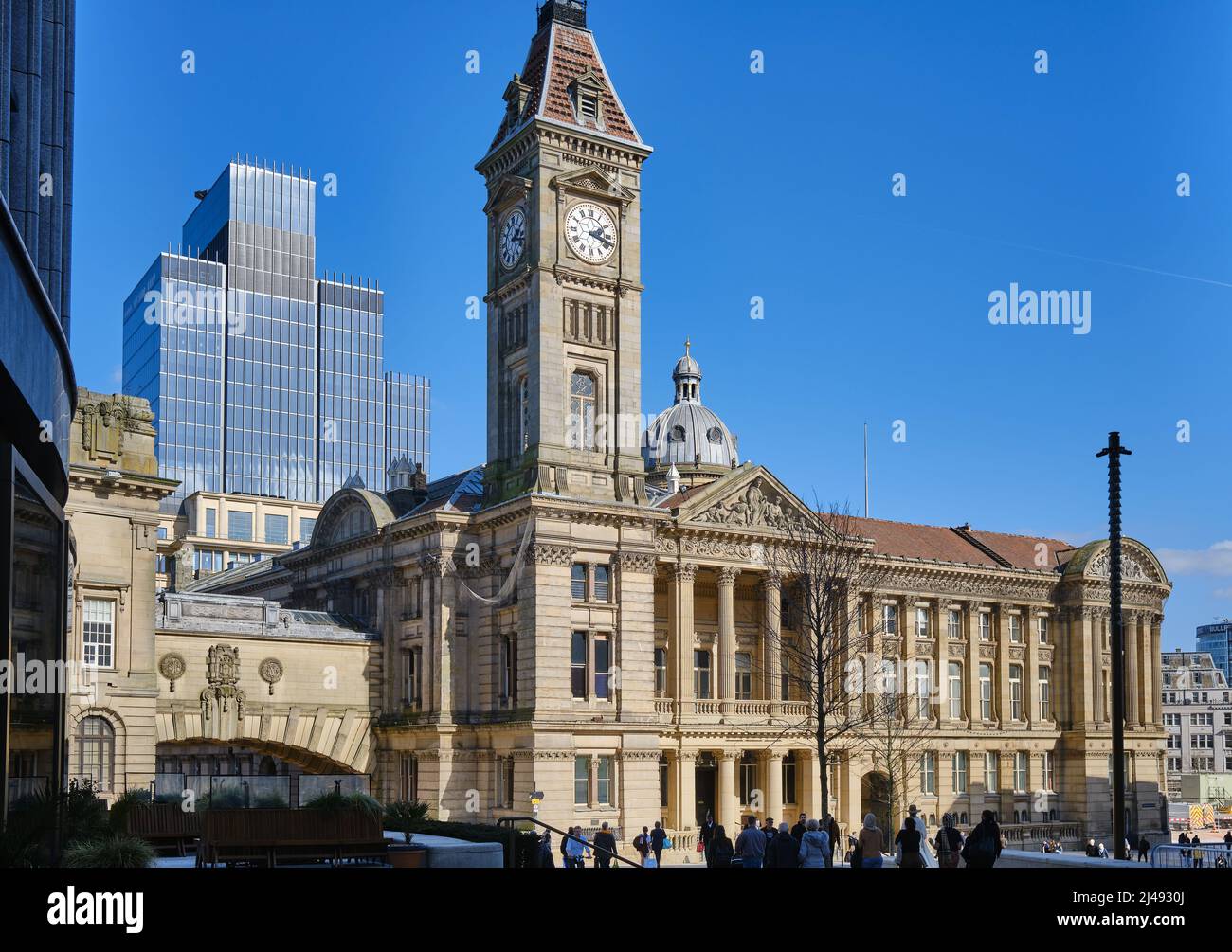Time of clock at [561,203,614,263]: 3:18
